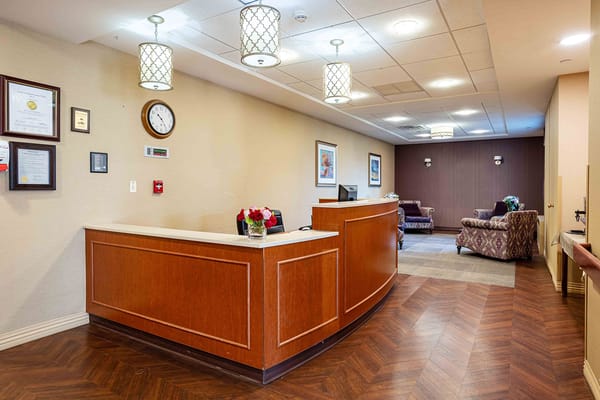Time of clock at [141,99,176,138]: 10:24
